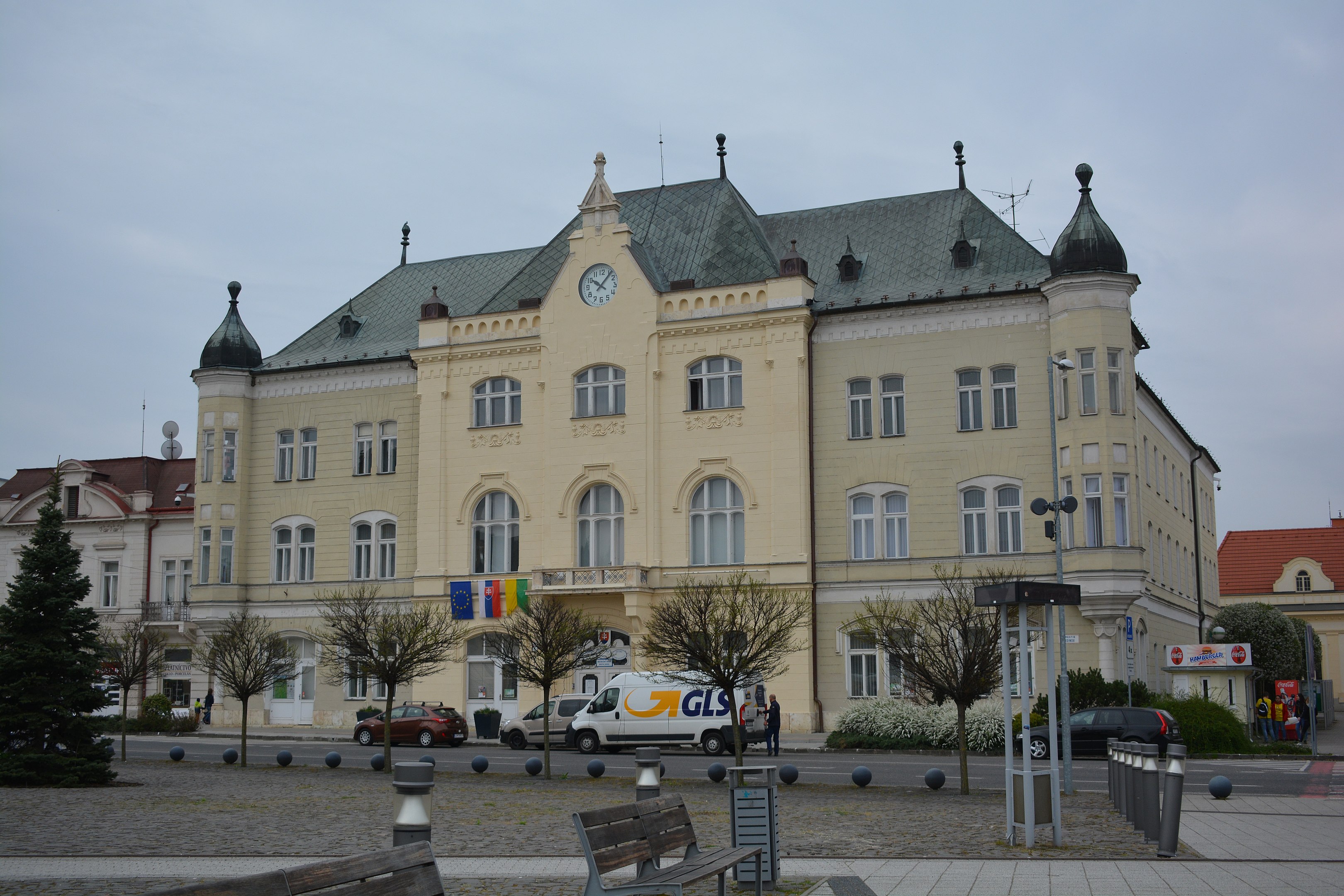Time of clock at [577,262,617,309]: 10:06
